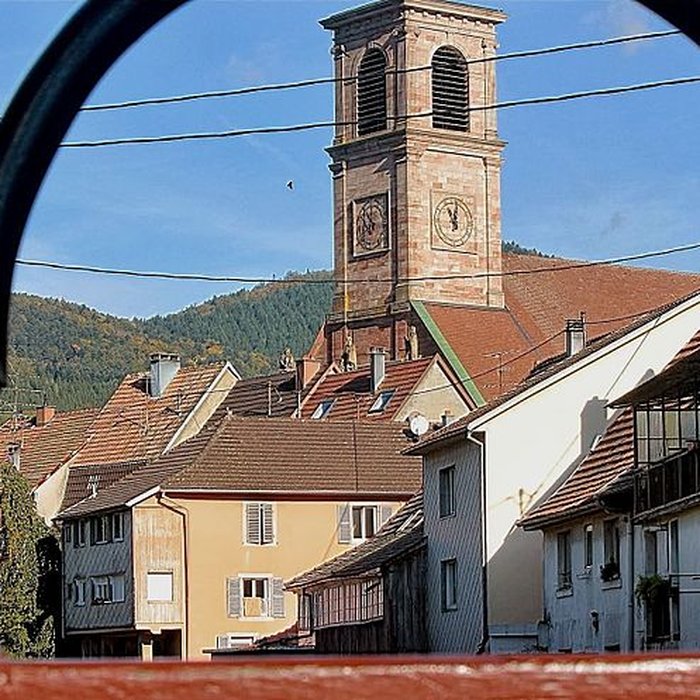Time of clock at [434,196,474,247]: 11:02
